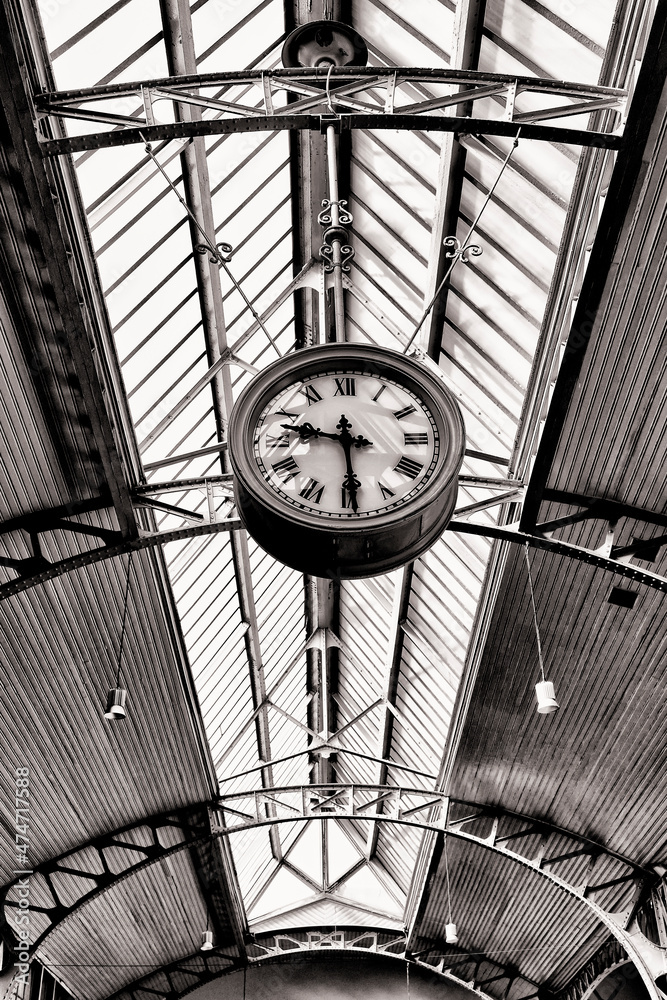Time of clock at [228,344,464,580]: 9:29
